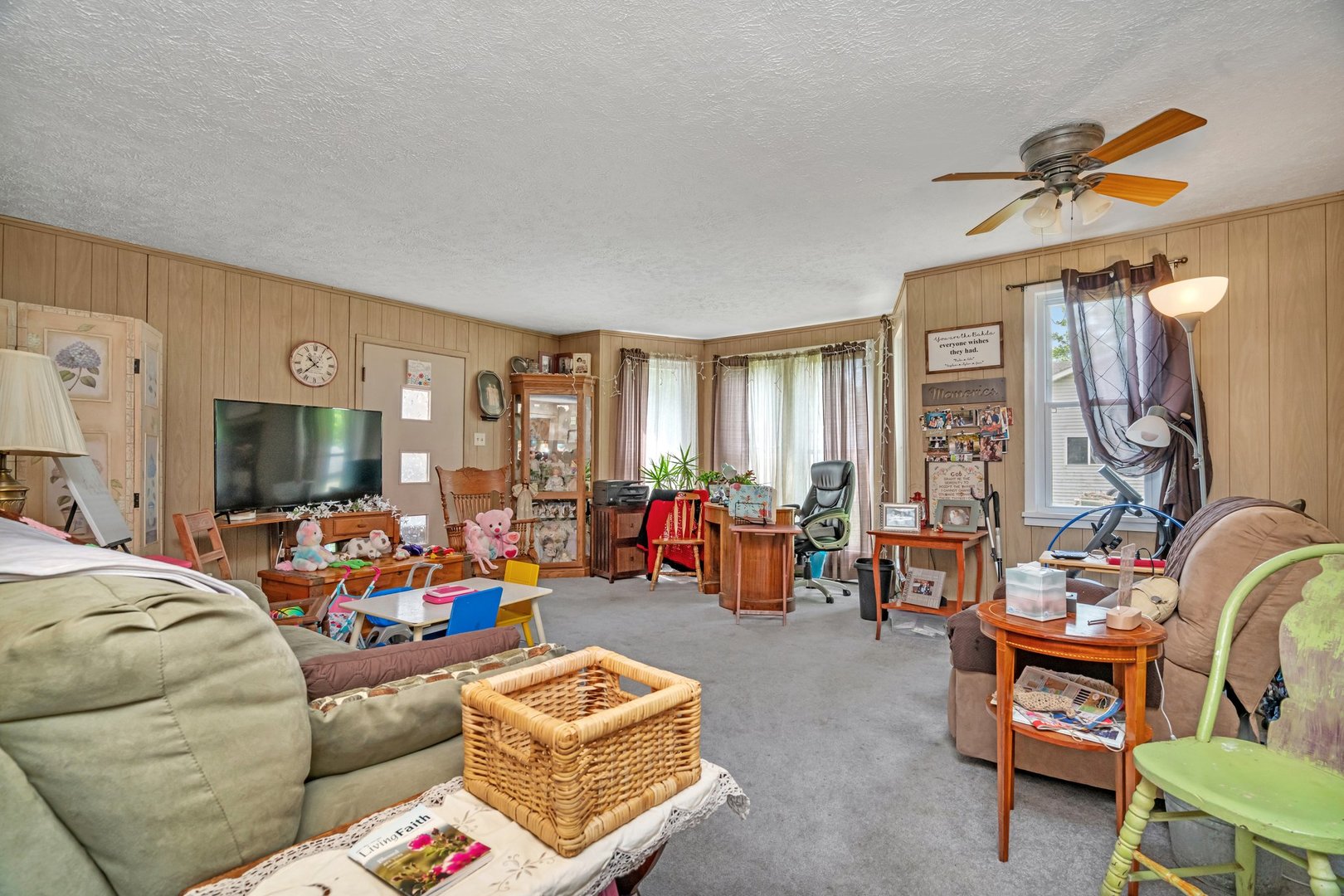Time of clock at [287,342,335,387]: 10:37
